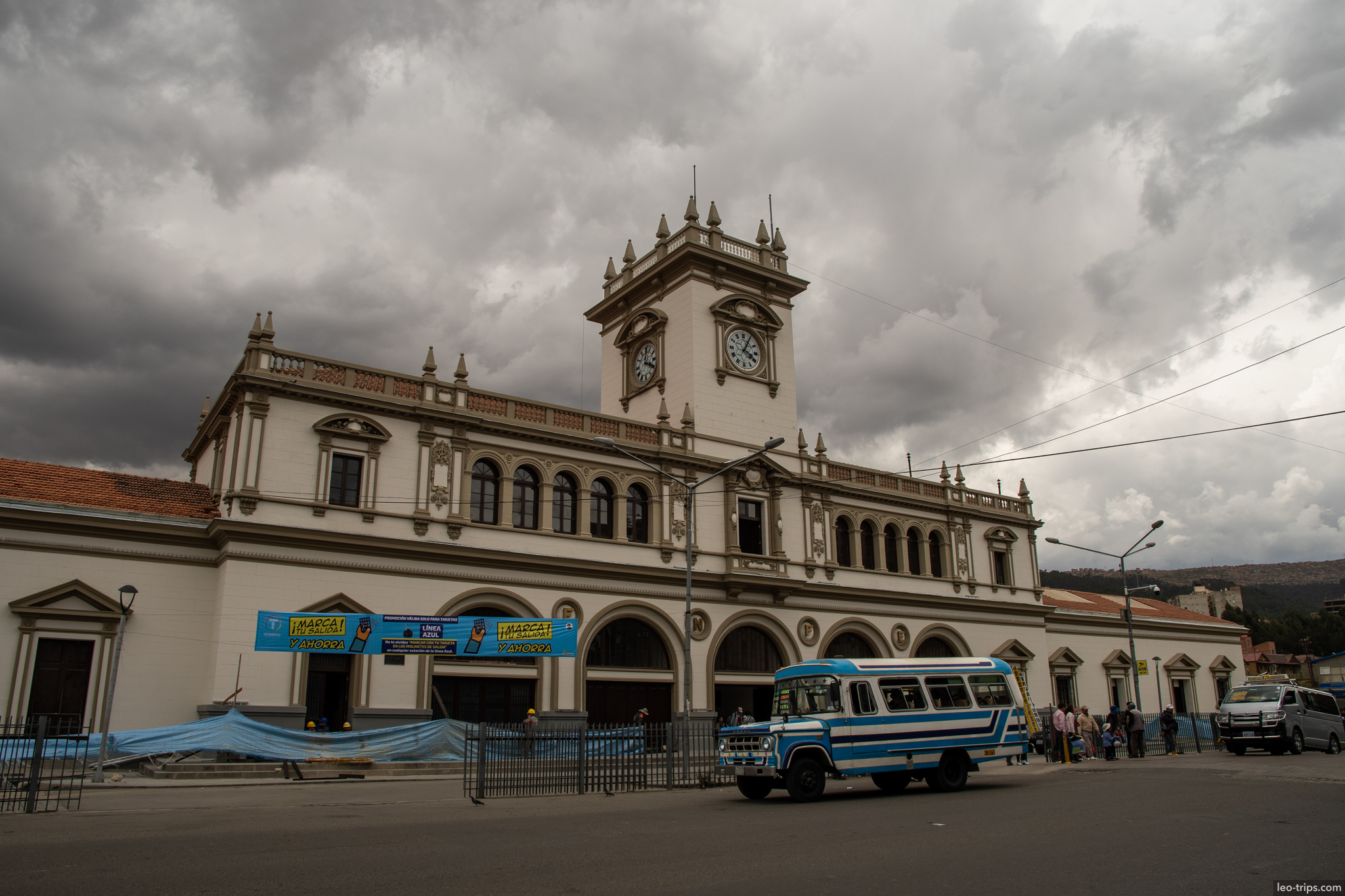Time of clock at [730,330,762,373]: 4:04
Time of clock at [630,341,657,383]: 4:01
